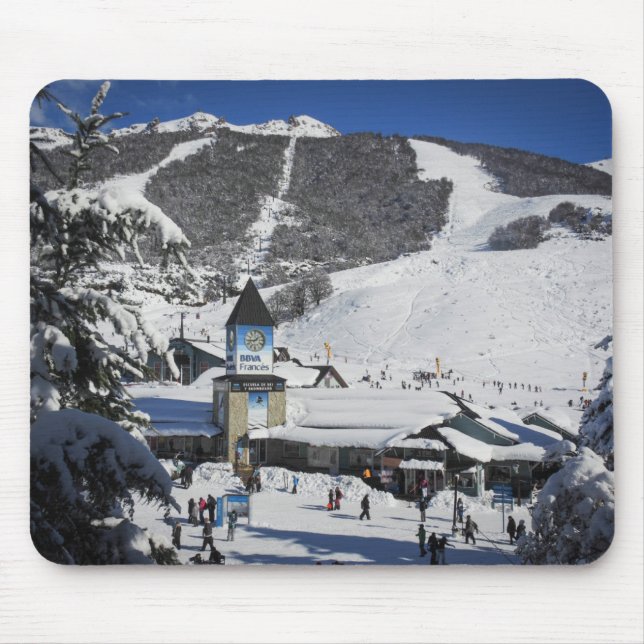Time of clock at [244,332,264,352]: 1:43
